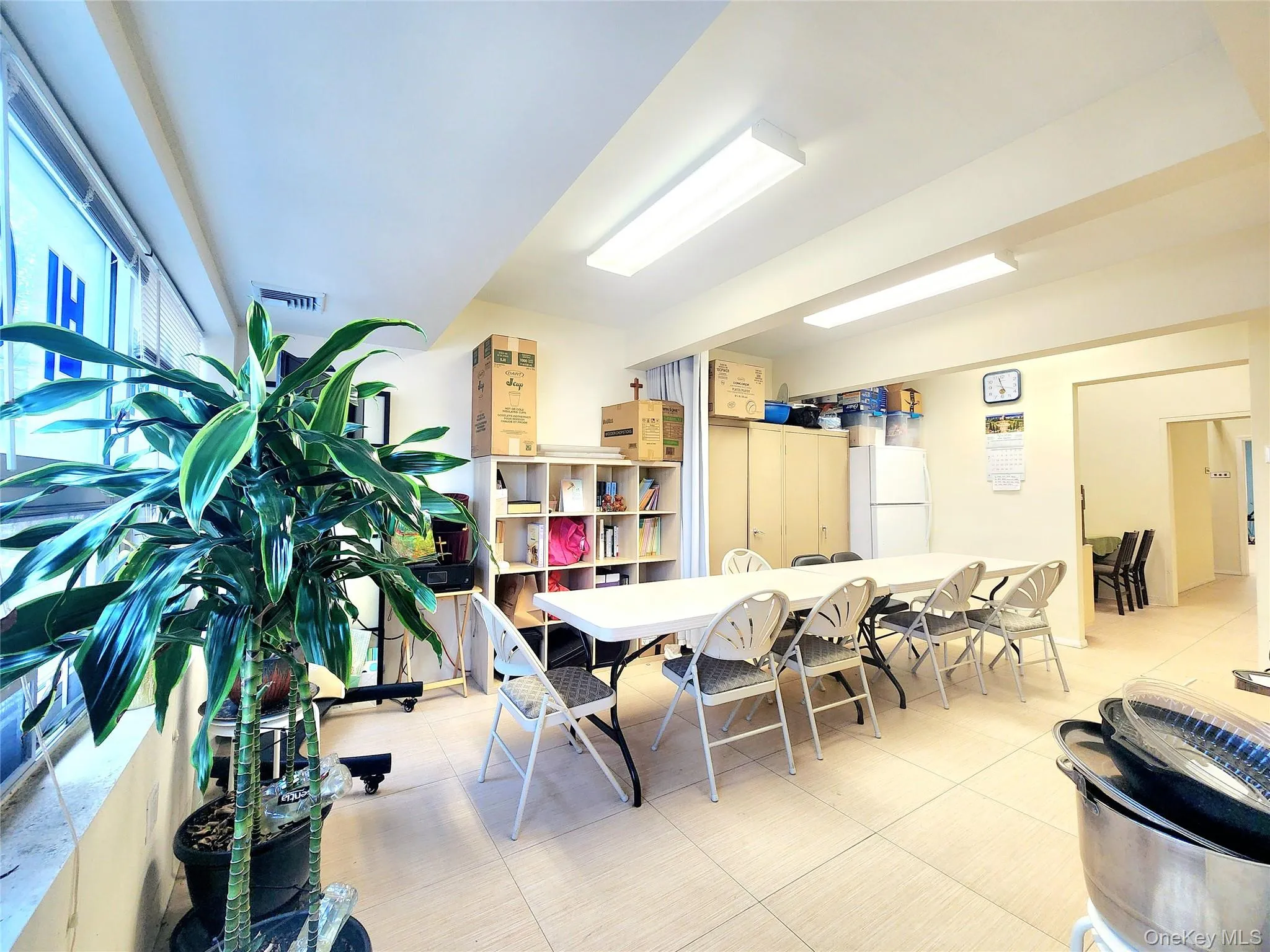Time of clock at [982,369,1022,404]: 4:57
